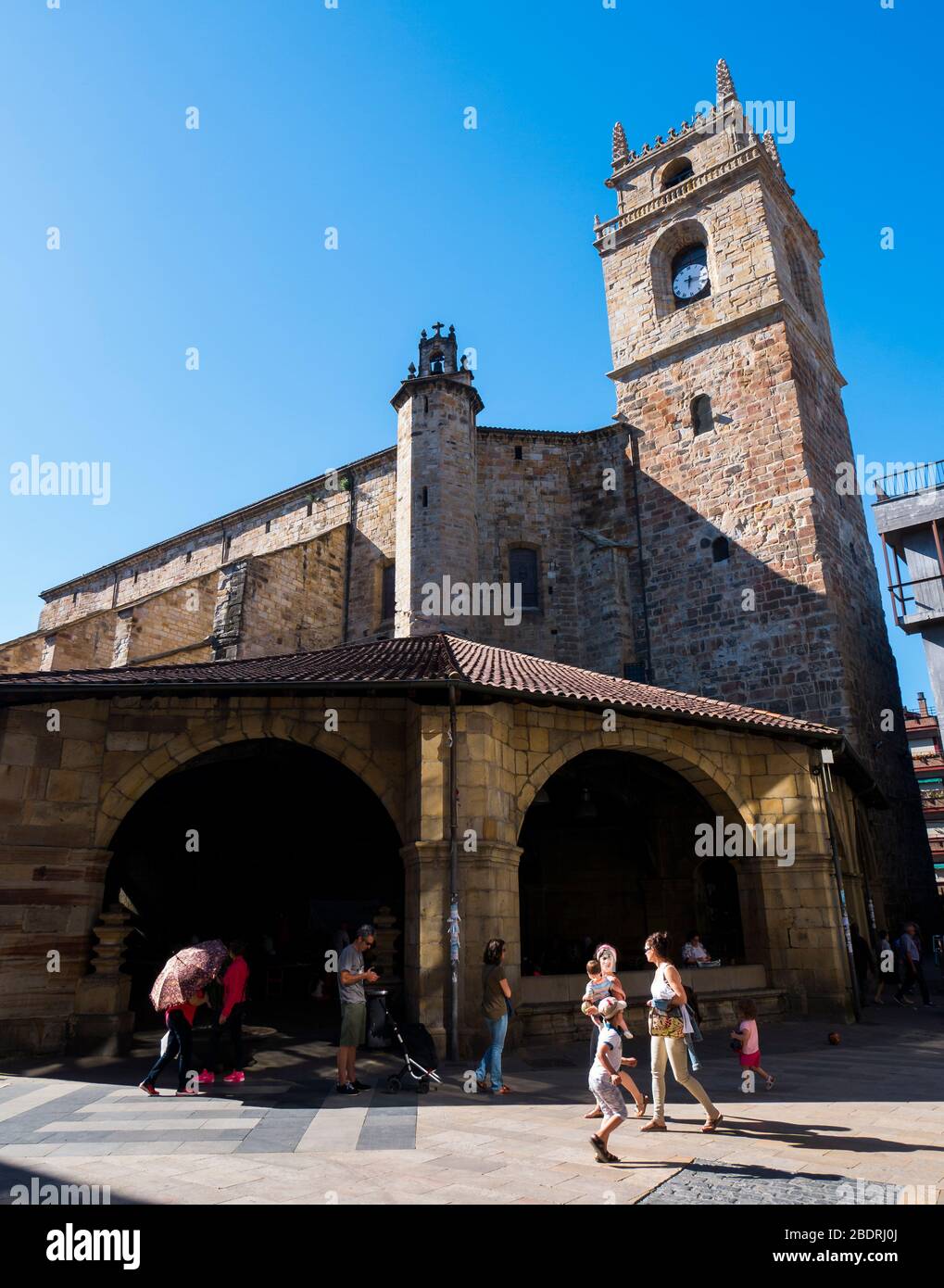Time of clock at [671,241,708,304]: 6:17
